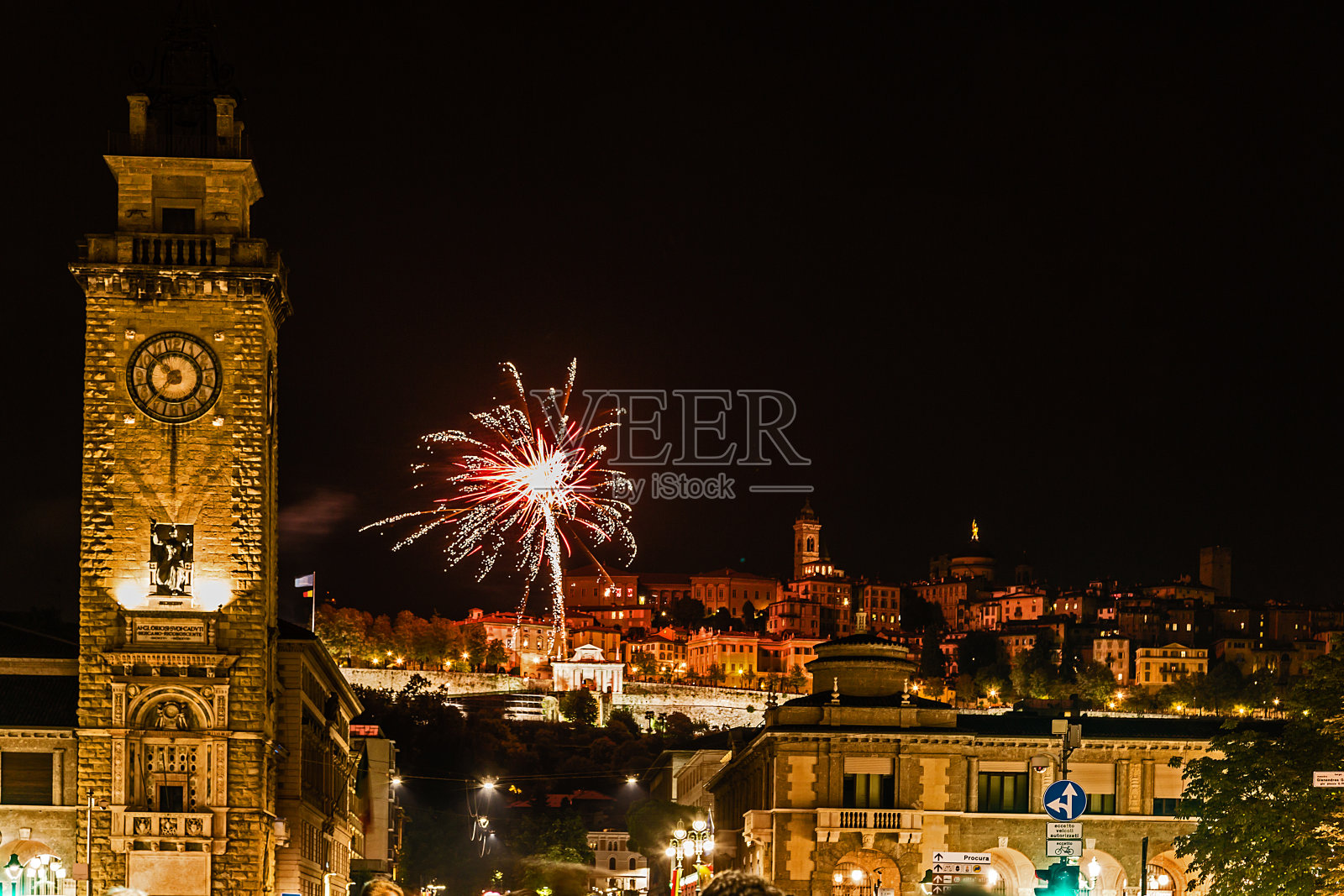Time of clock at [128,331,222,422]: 10:36
